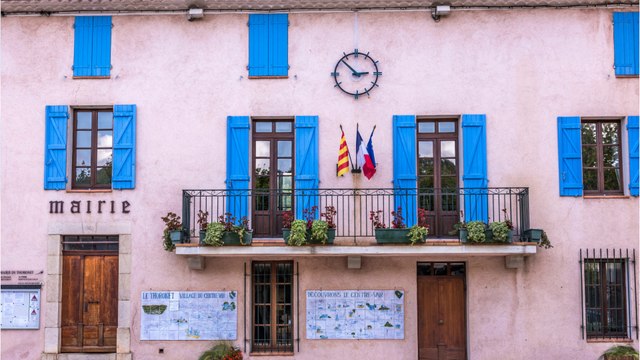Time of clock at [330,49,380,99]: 2:52
